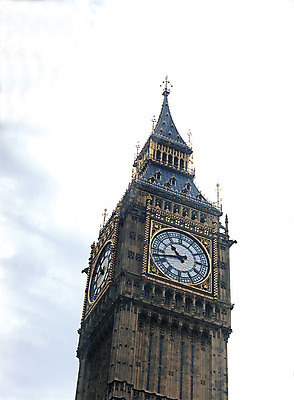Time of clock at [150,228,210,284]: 10:42
